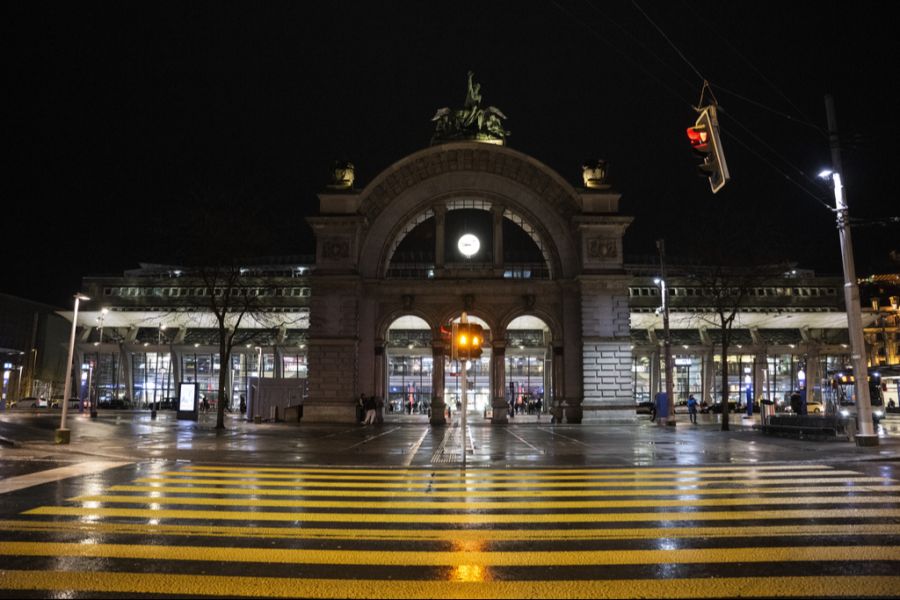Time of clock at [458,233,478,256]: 8:47
